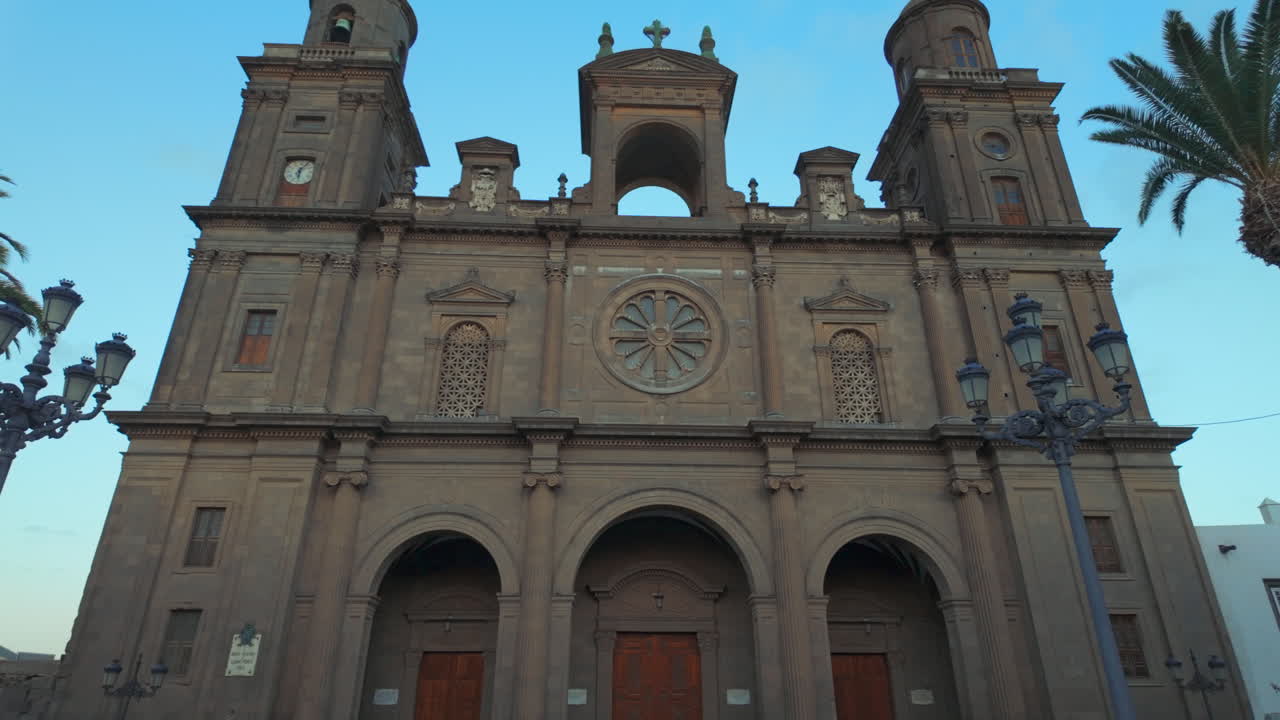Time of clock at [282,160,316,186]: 6:06
